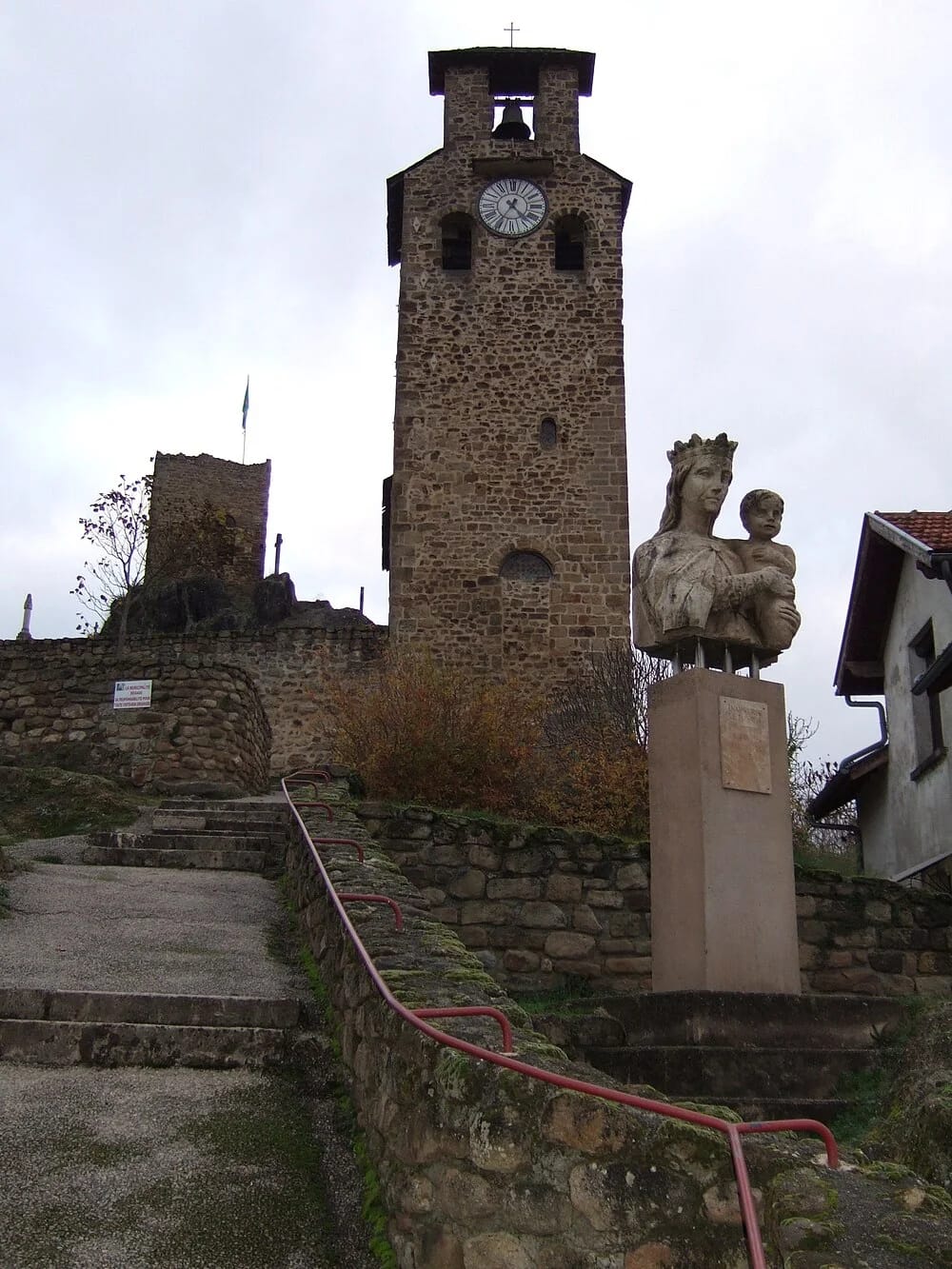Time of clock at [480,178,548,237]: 4:35
